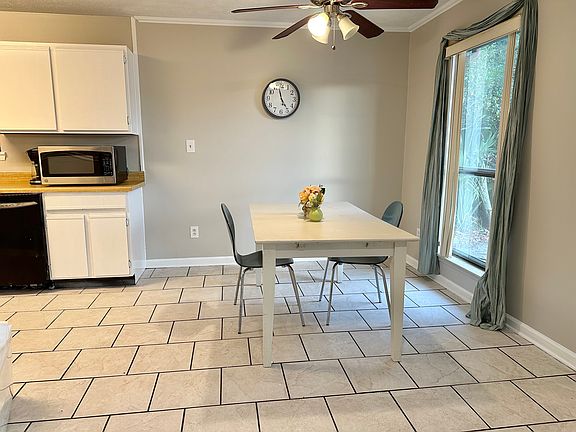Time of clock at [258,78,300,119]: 4:57
